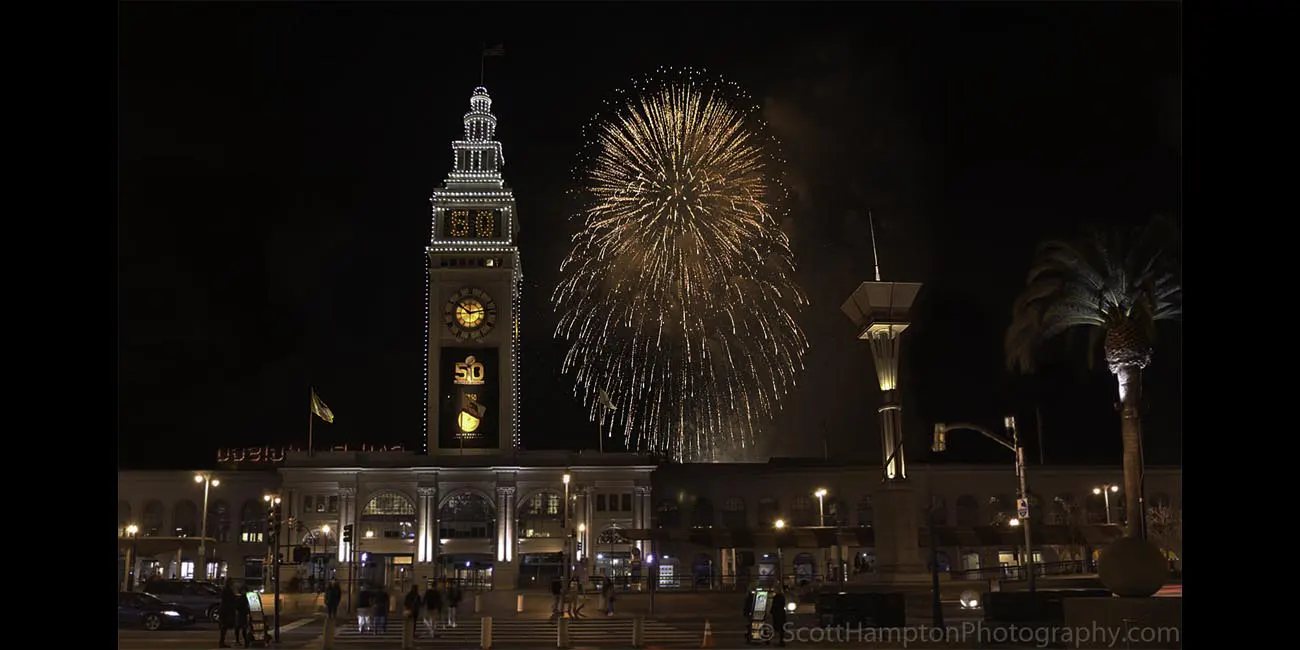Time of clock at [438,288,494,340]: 10:13
